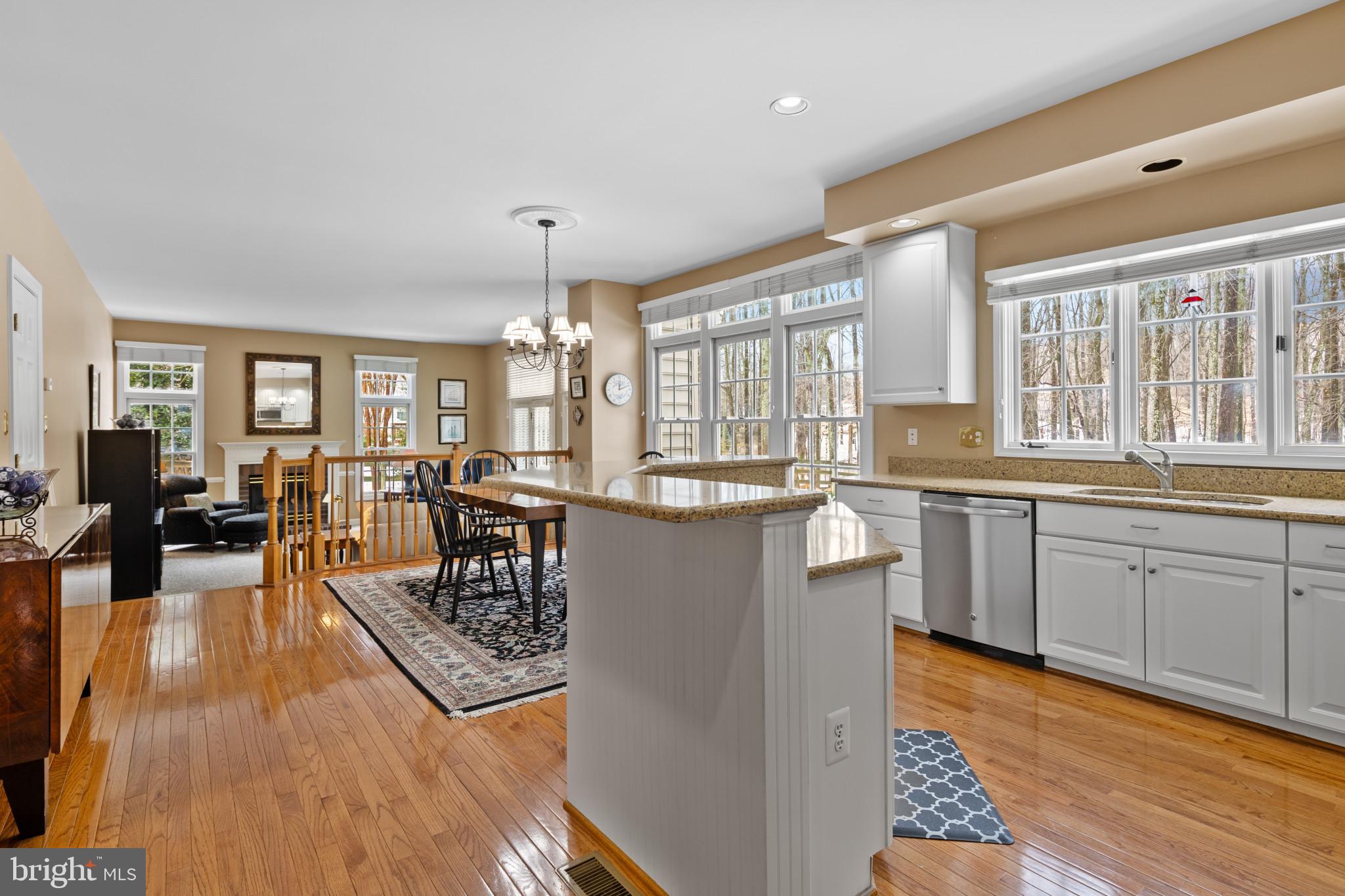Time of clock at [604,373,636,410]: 12:11
